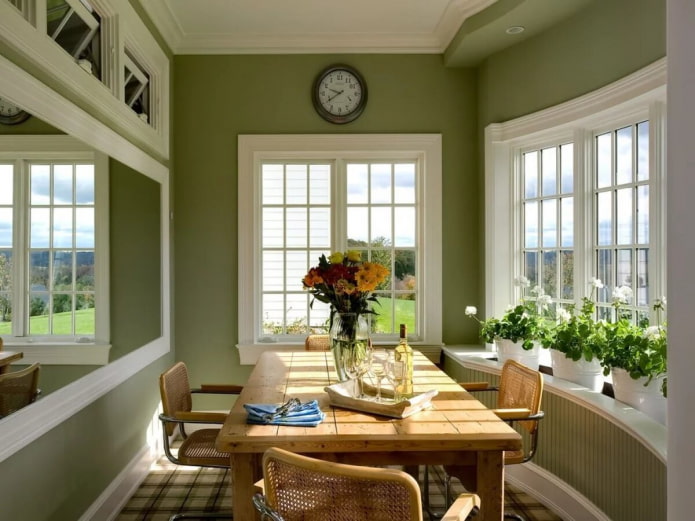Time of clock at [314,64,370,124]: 9:39
